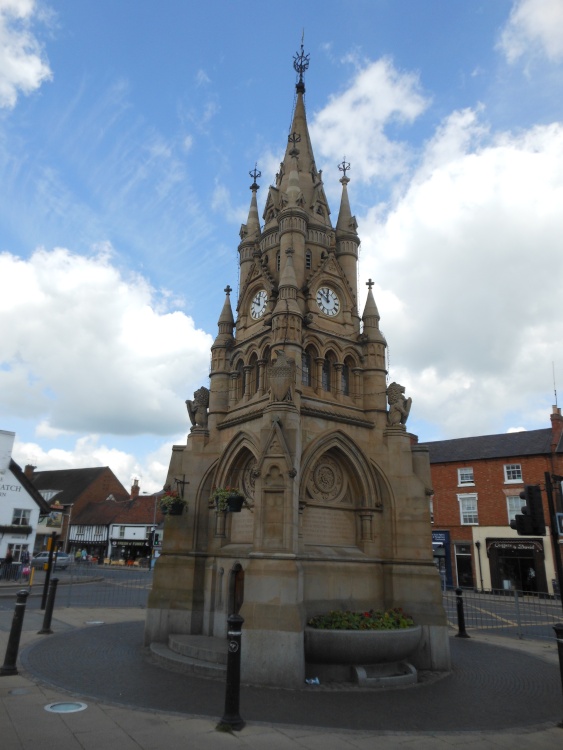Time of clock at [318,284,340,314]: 11:50
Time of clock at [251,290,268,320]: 11:50
